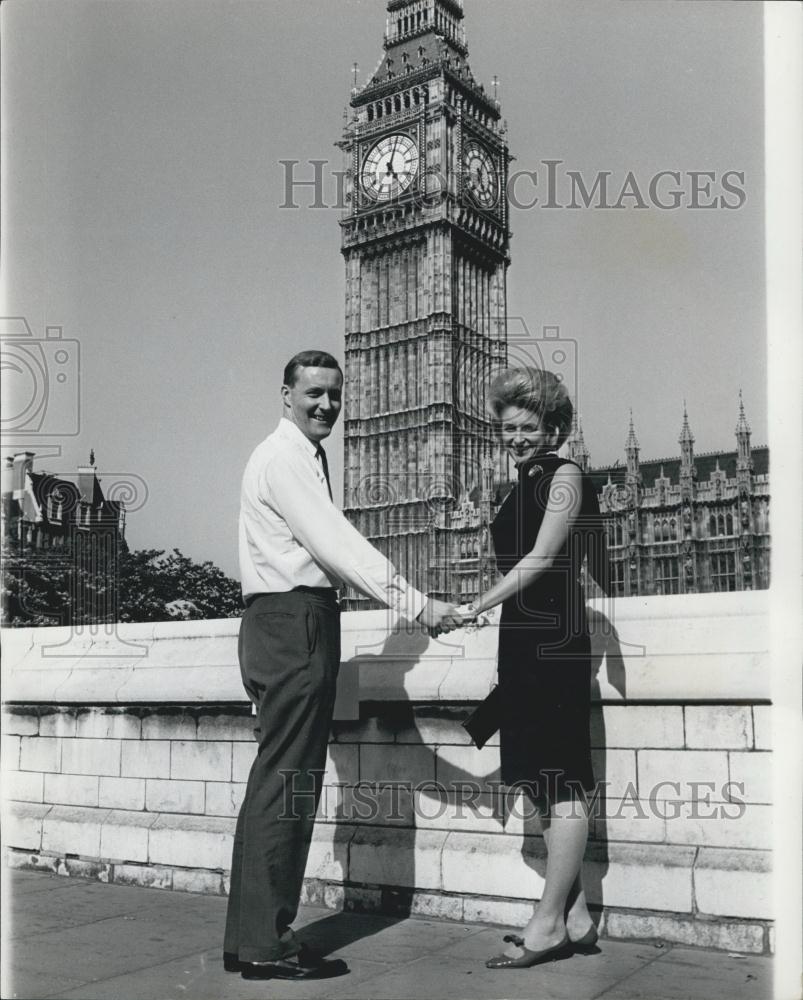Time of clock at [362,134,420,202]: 5:03
